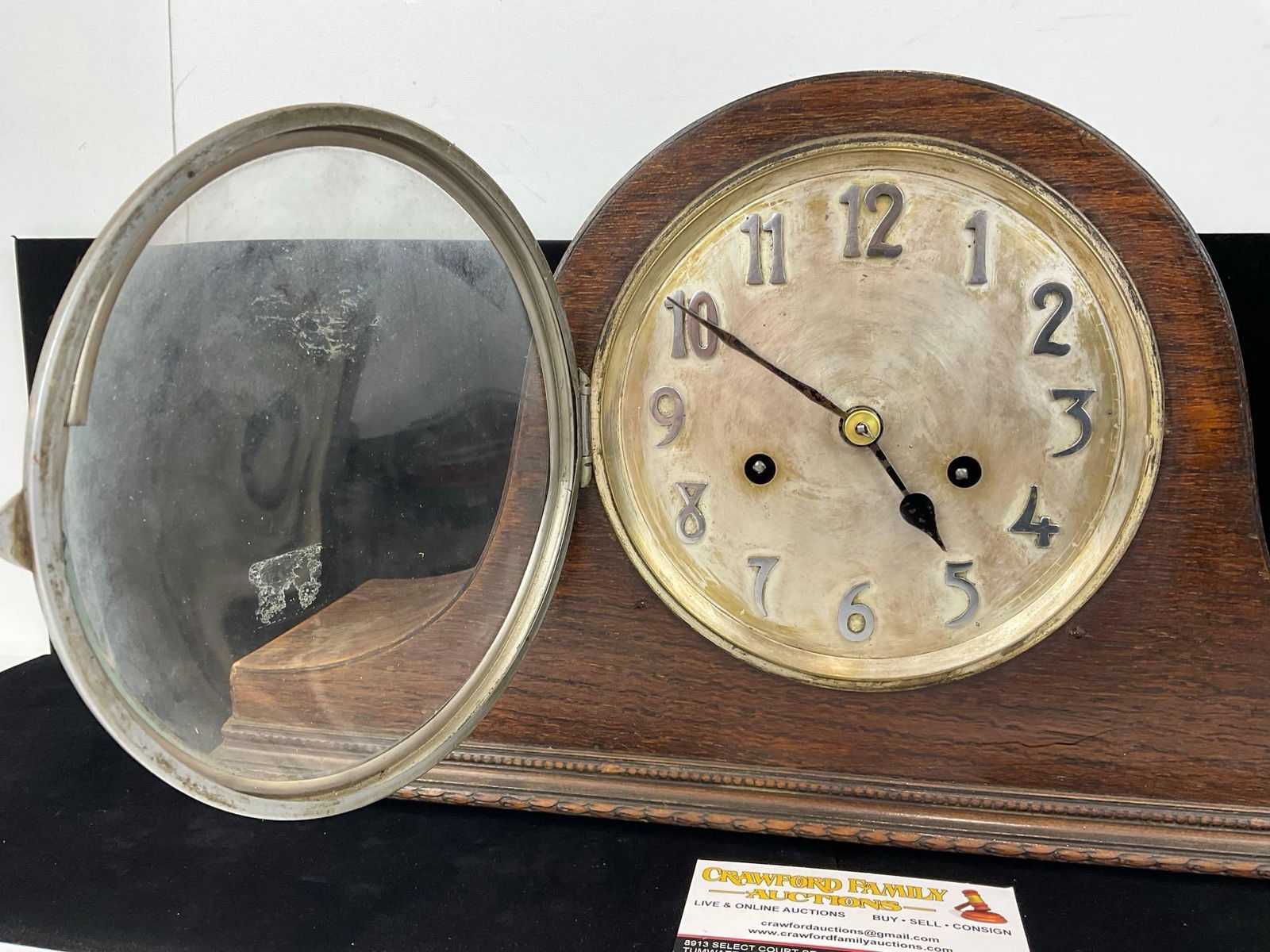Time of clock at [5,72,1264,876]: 4:50
